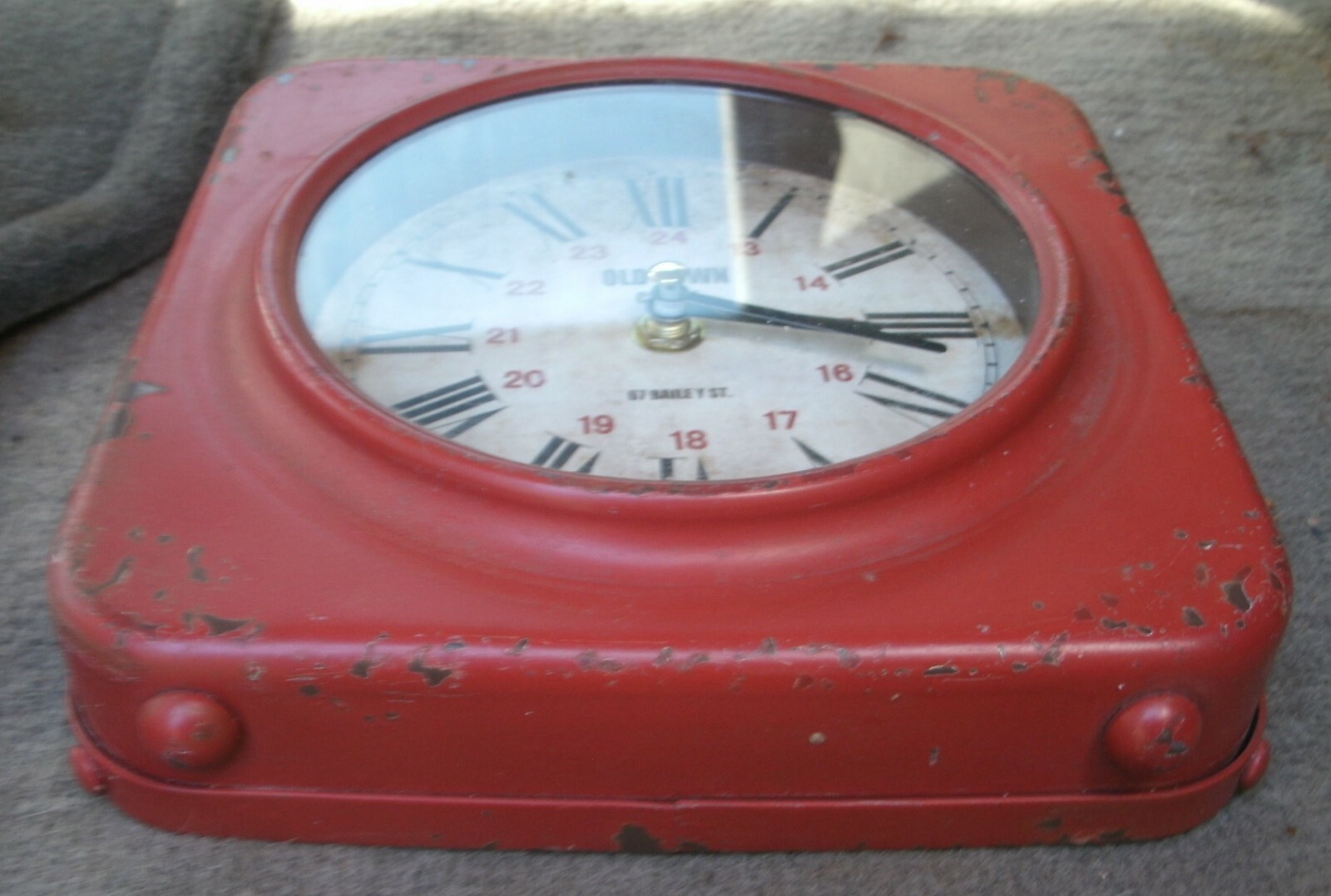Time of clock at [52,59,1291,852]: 3:16
